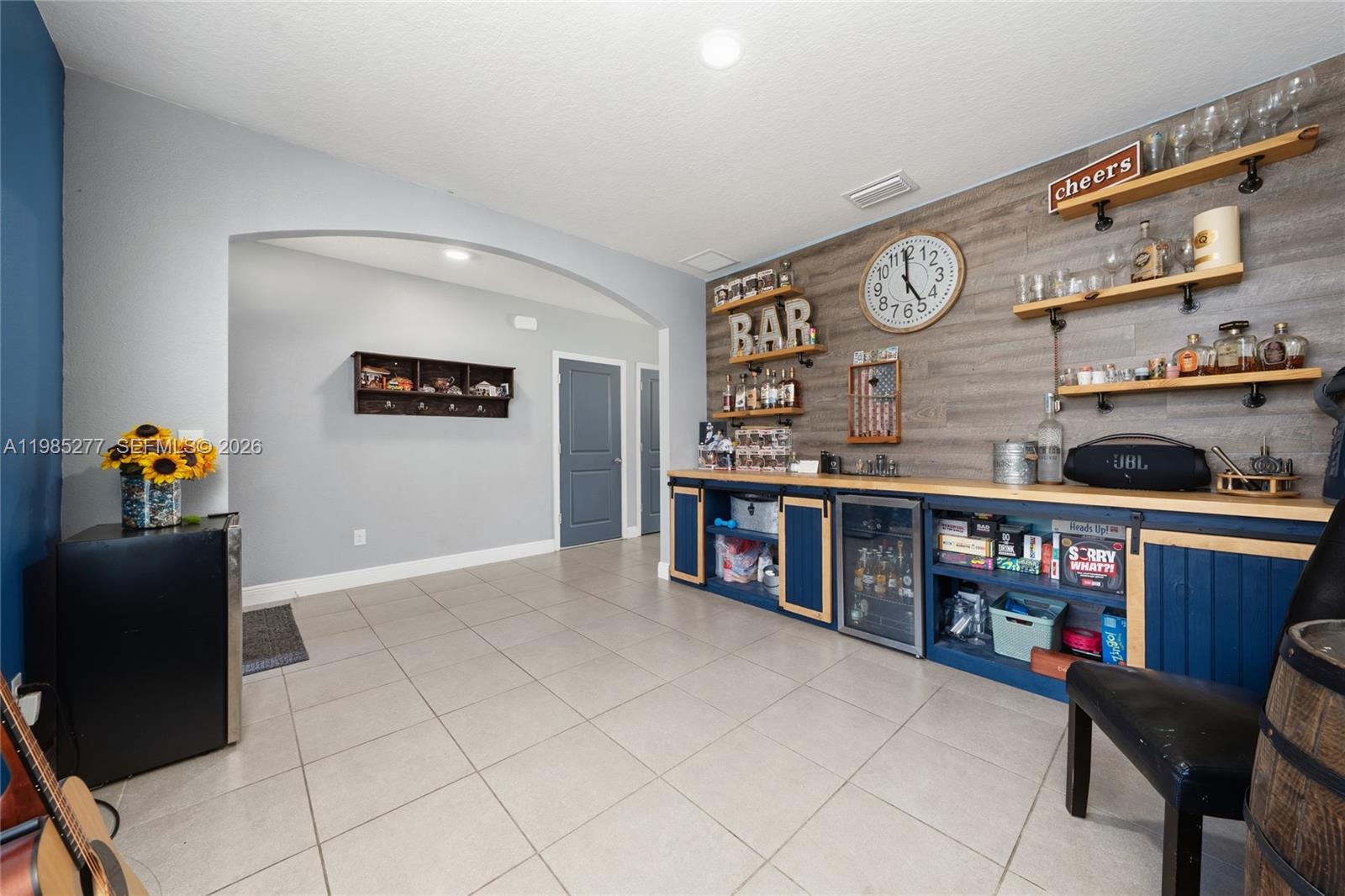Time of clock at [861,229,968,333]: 4:59
